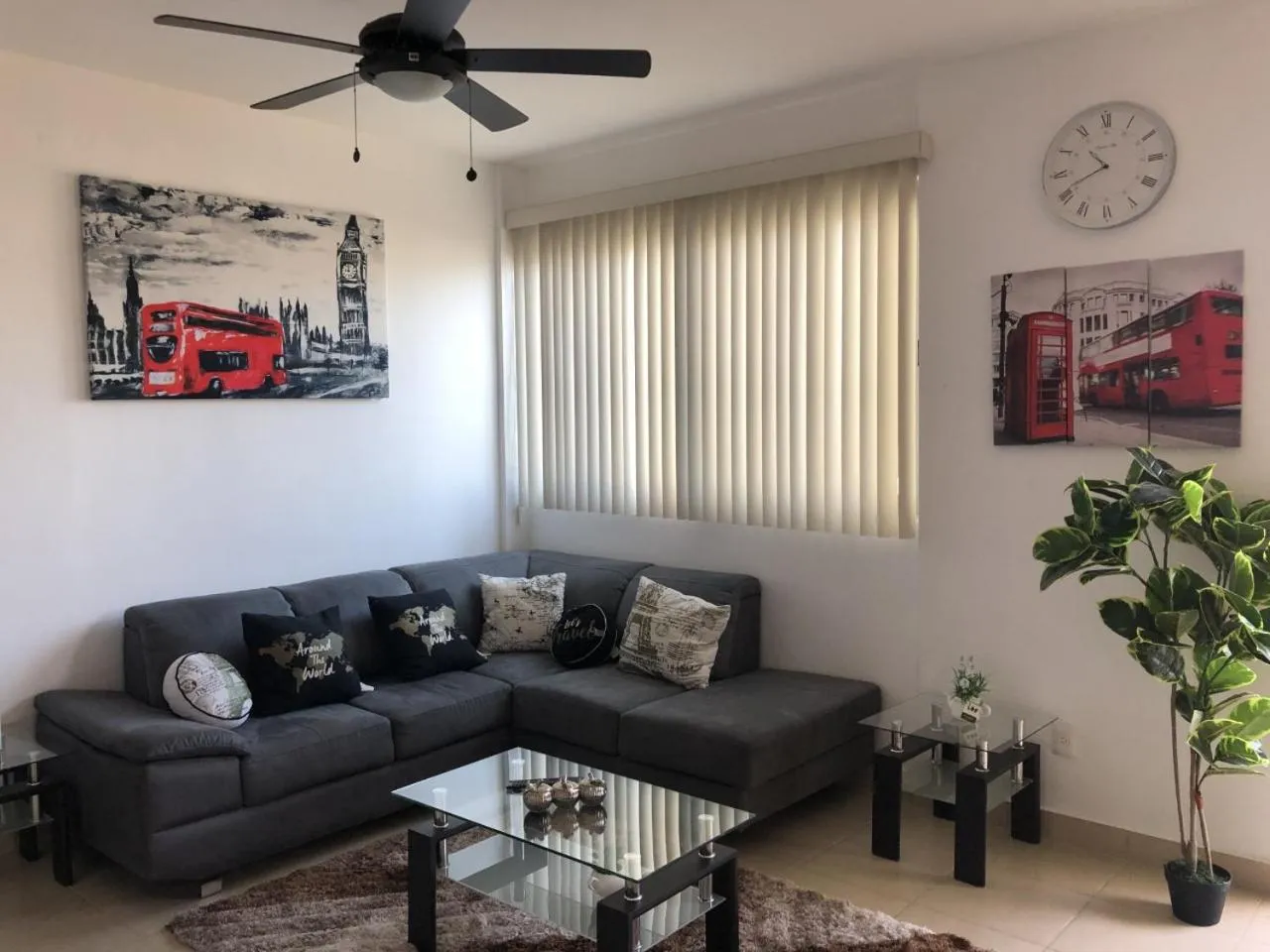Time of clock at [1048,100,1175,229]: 10:41
